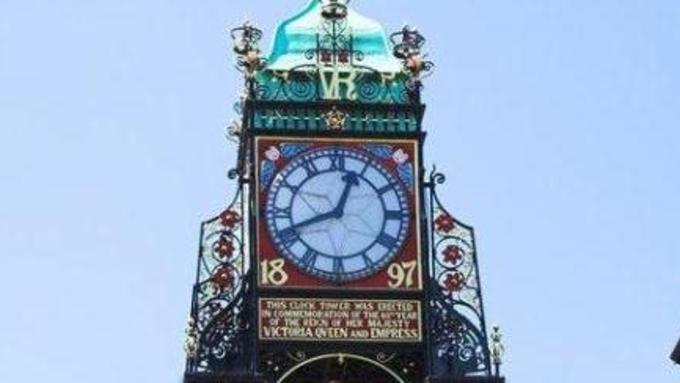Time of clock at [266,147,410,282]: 12:41
